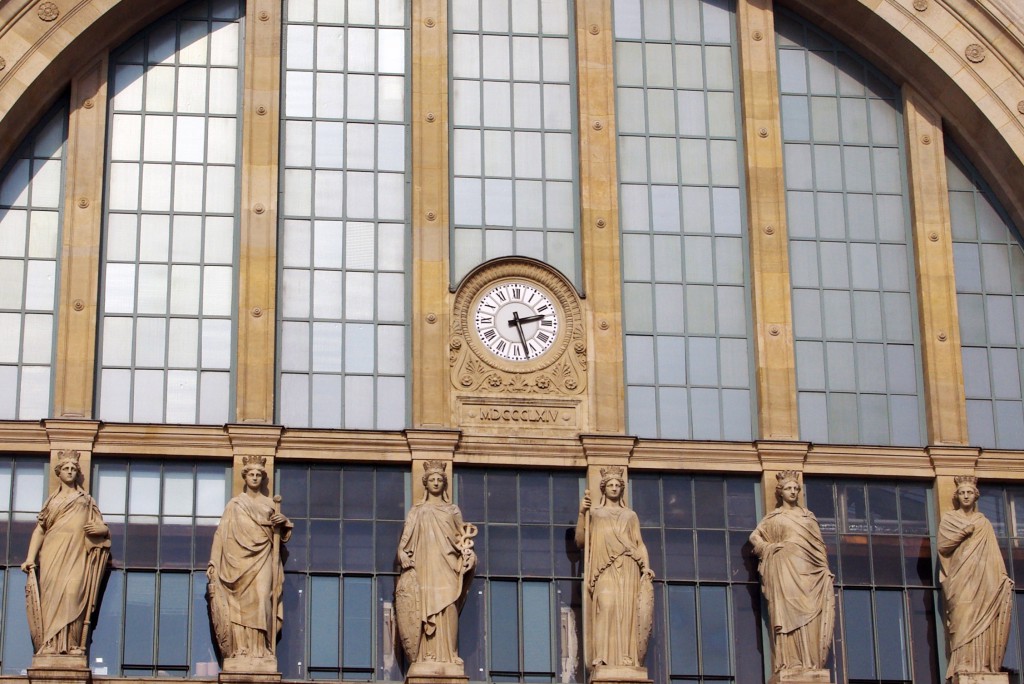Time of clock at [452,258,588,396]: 2:27
